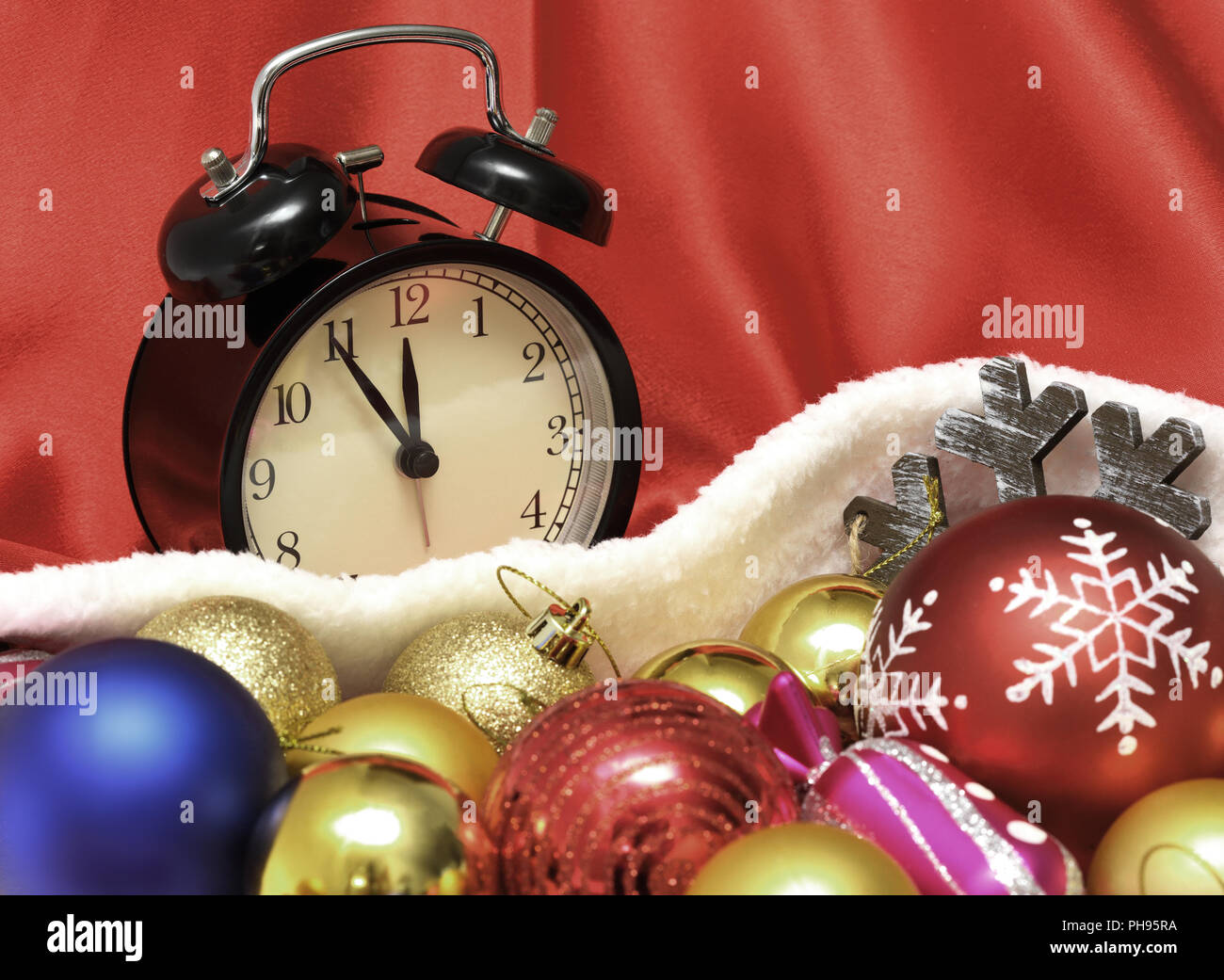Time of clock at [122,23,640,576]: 11:54
